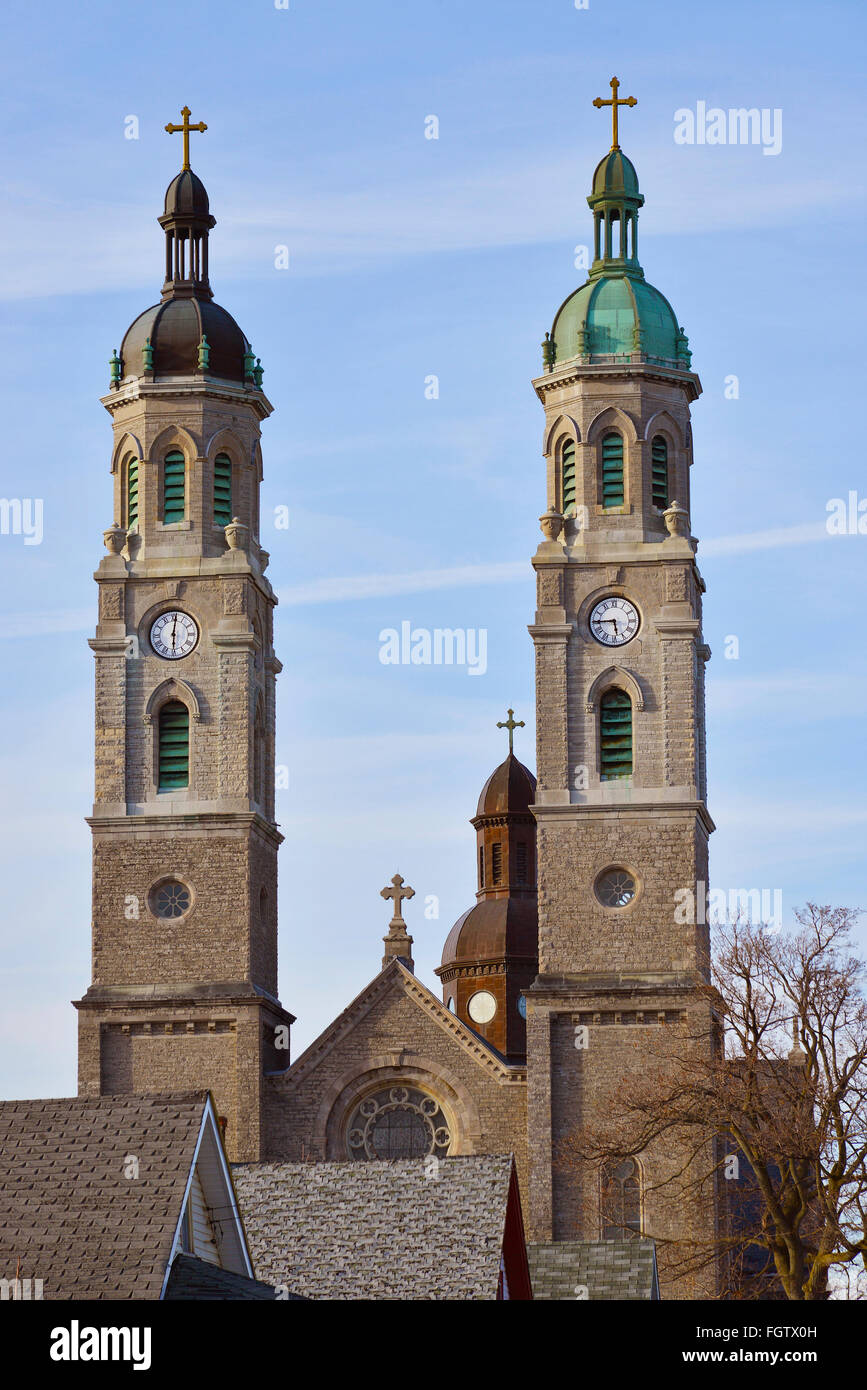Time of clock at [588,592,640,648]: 5:44
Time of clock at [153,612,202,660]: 6:01
